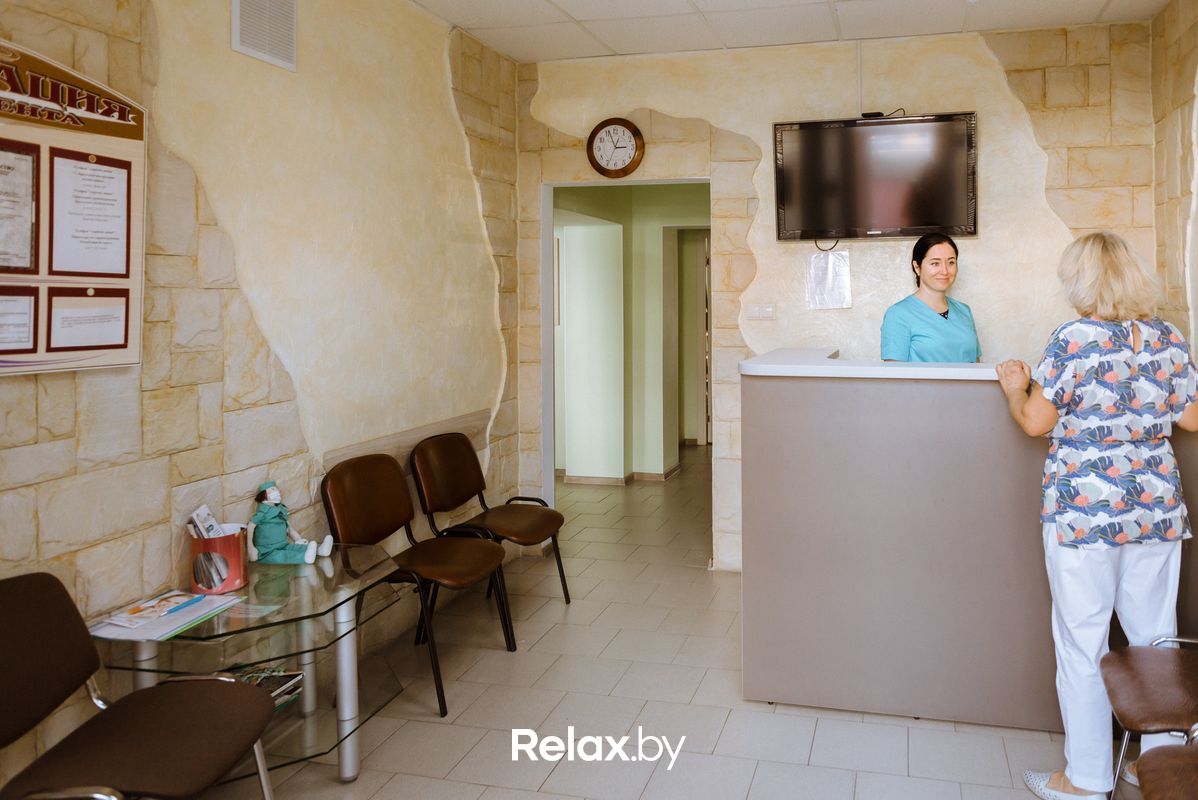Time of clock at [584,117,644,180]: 2:56
